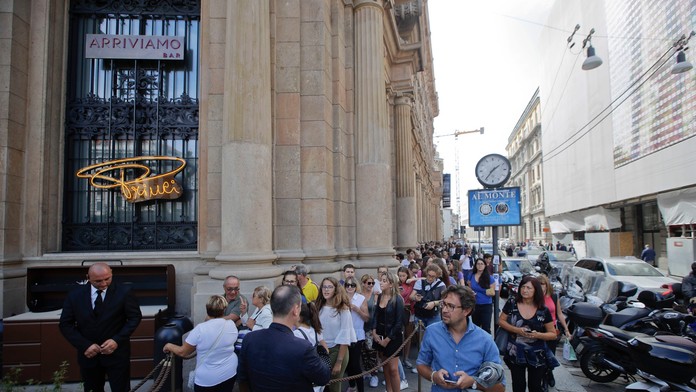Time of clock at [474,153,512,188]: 1:36
